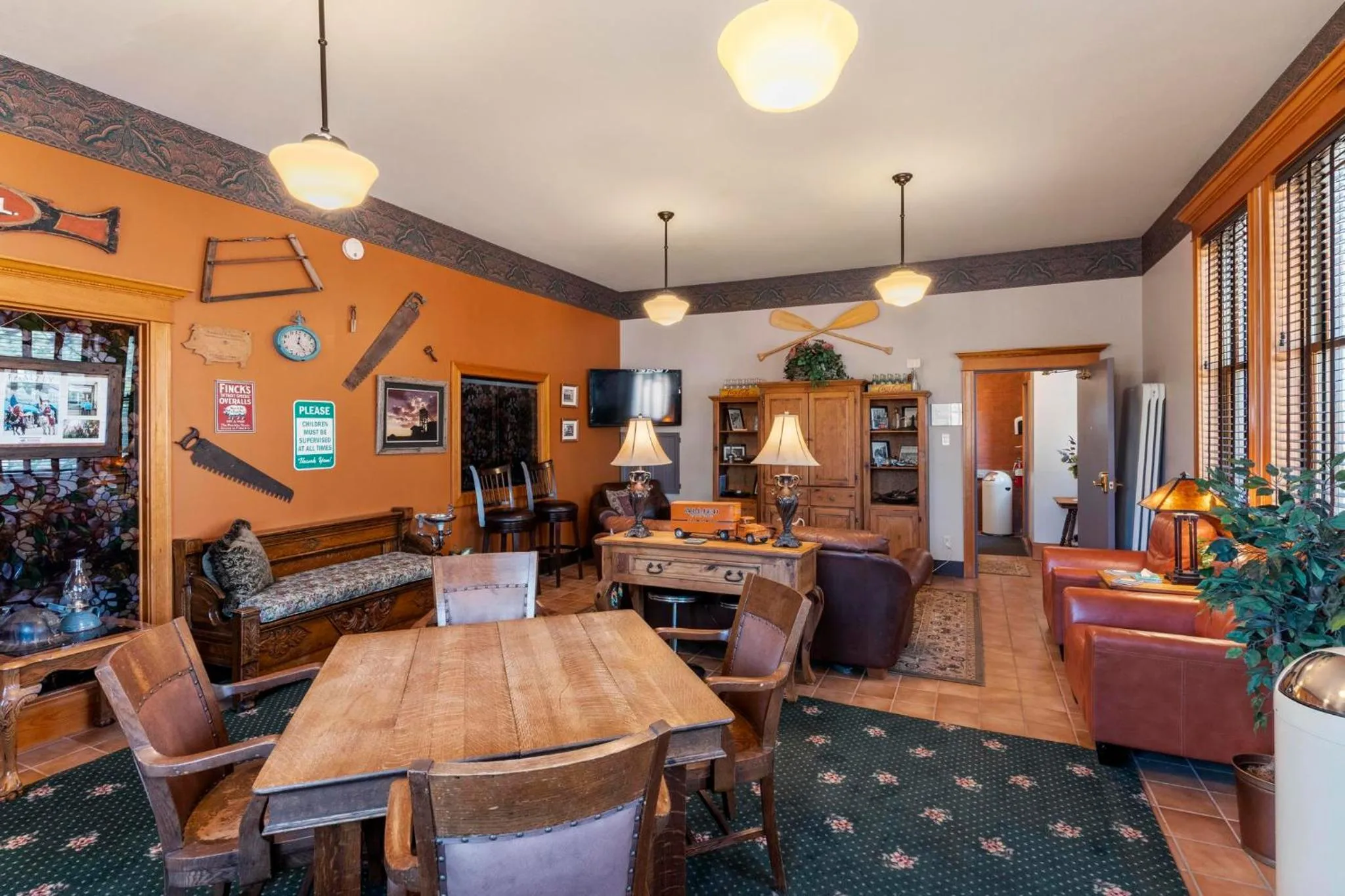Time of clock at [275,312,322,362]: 12:23
